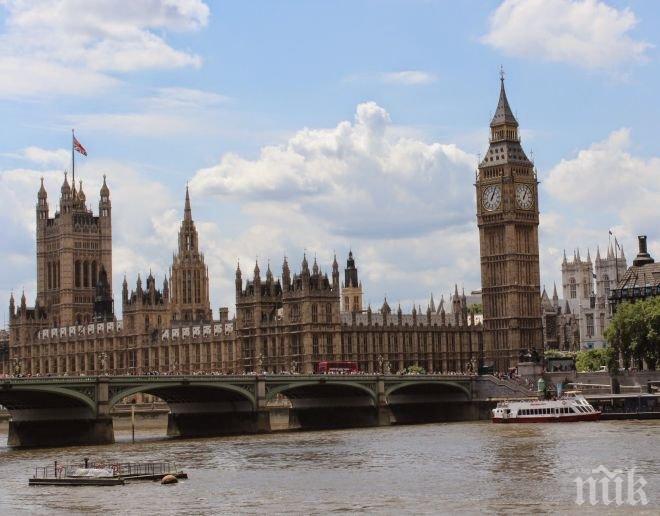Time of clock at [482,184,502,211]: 1:03
